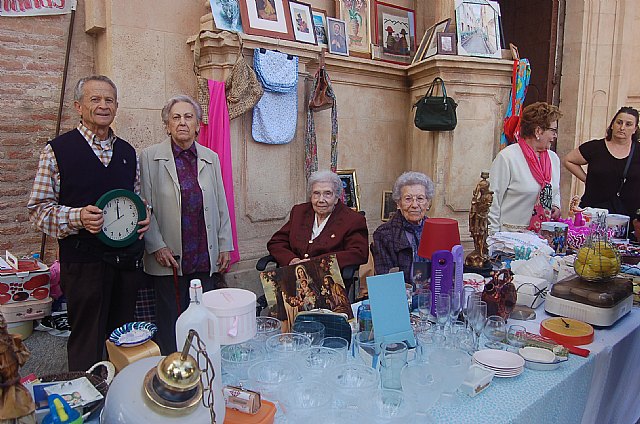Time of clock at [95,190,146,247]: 12:00
